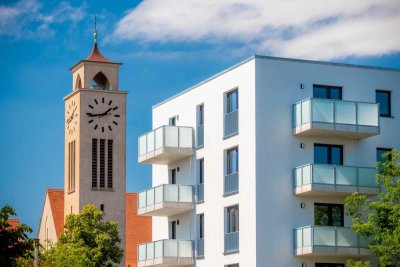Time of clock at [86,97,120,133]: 1:43
